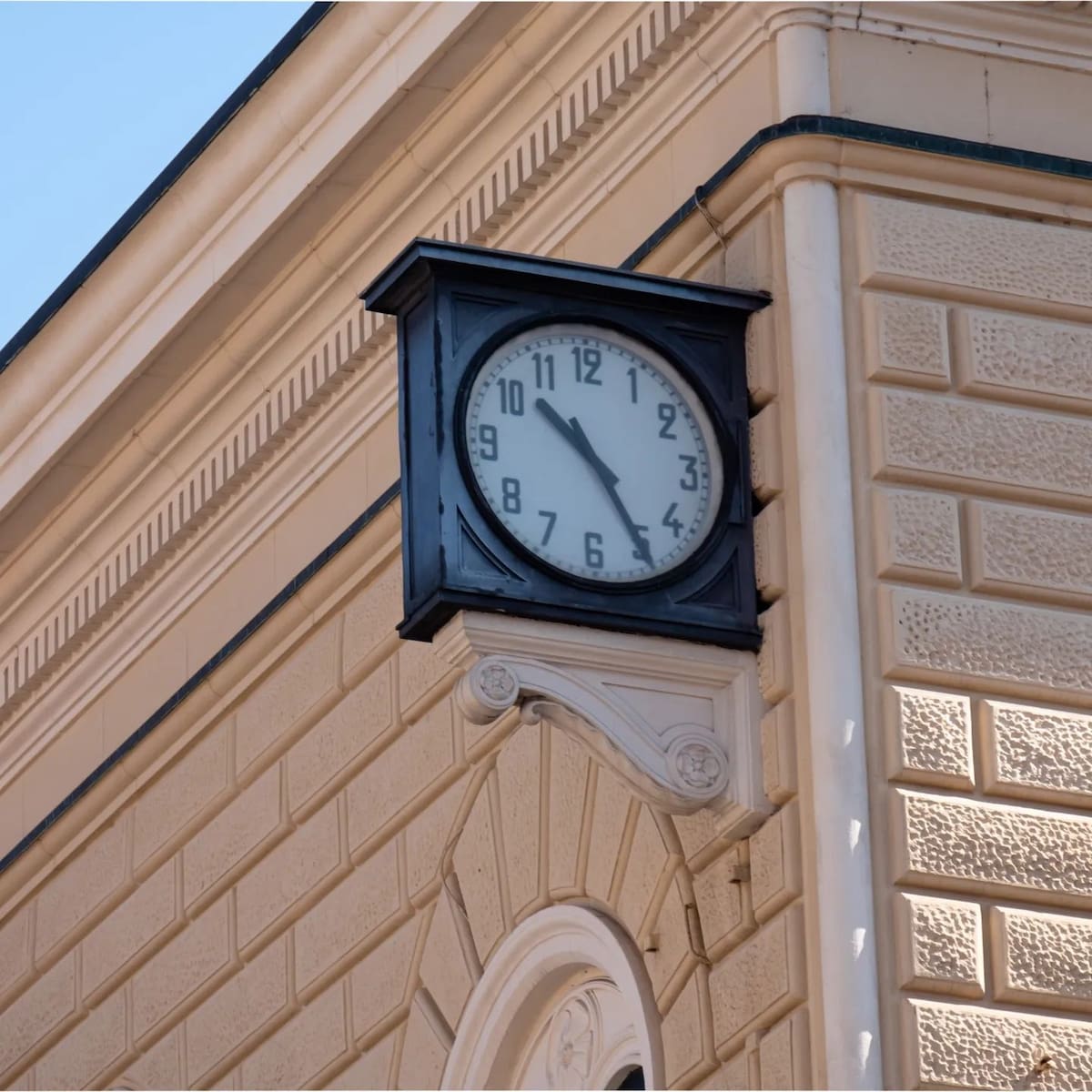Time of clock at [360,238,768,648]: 10:24
